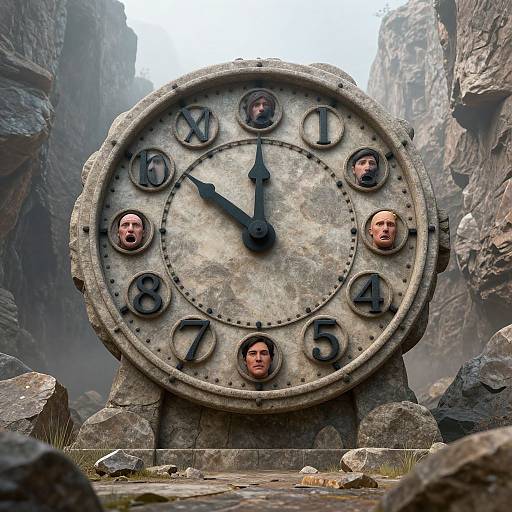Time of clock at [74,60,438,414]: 11:51
